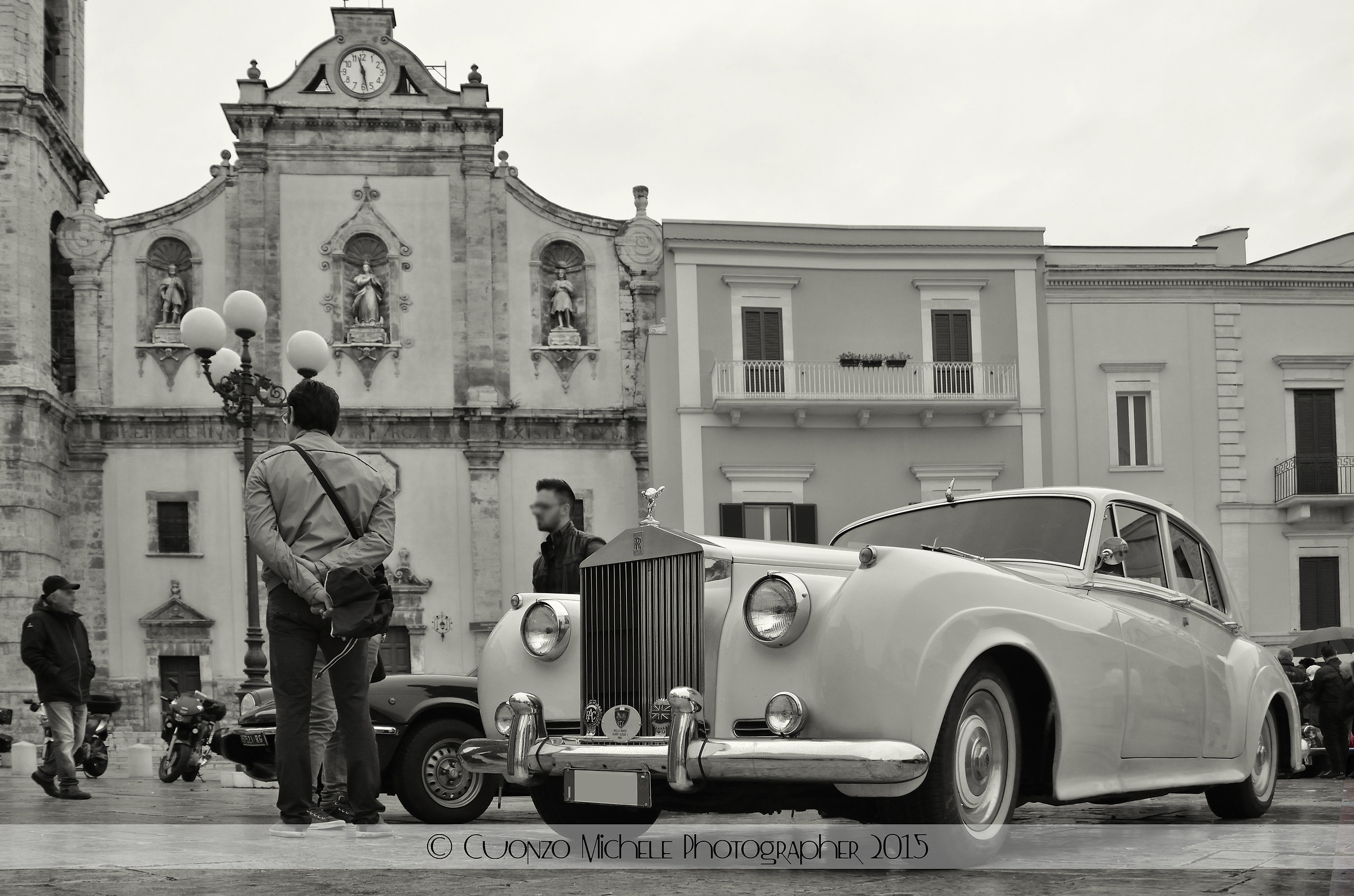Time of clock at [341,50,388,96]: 11:28
